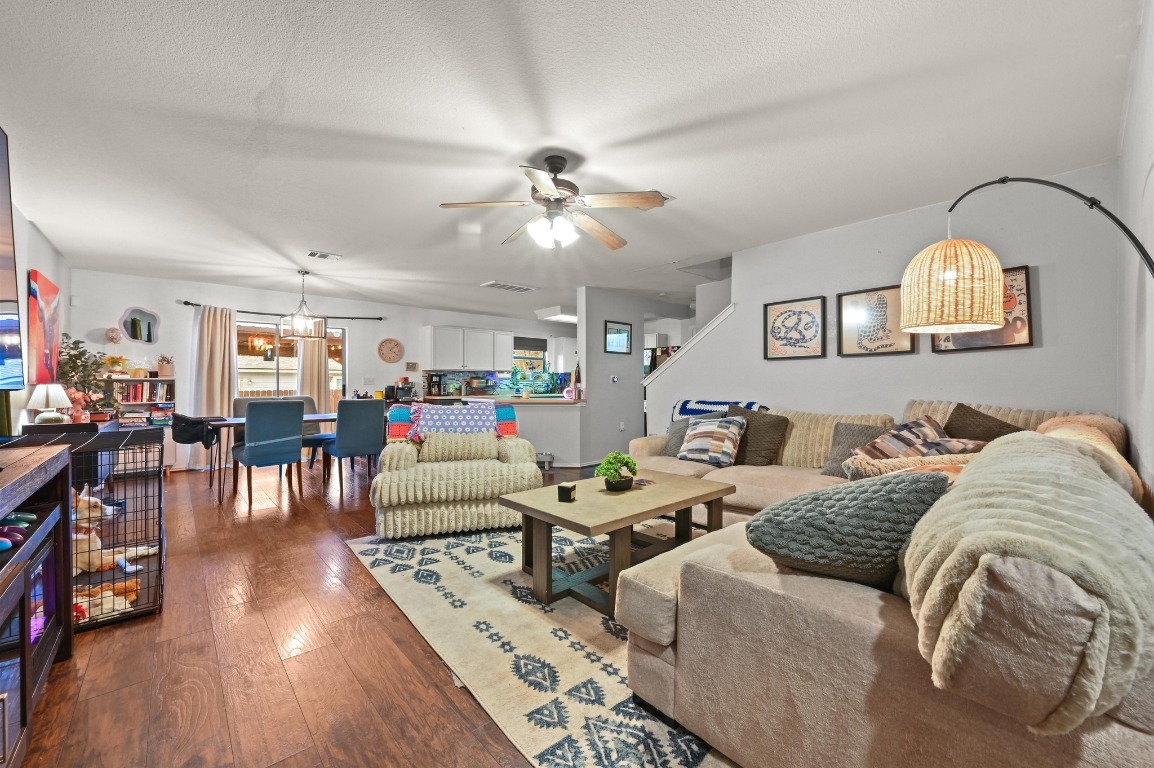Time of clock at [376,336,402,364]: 4:07
